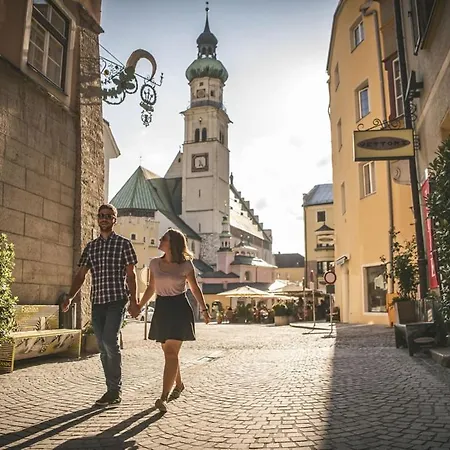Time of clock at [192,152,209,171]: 6:23
